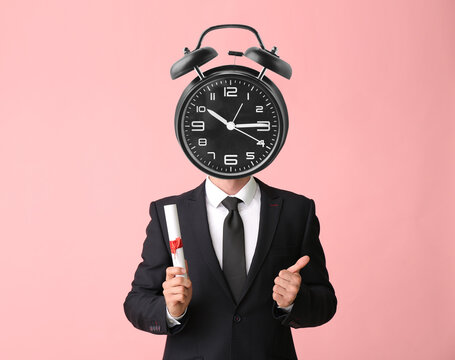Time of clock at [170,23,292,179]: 10:14
